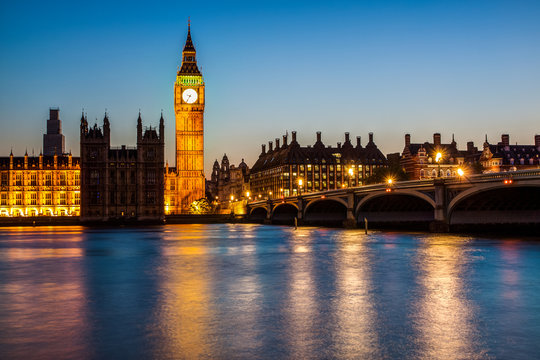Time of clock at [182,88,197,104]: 9:36
